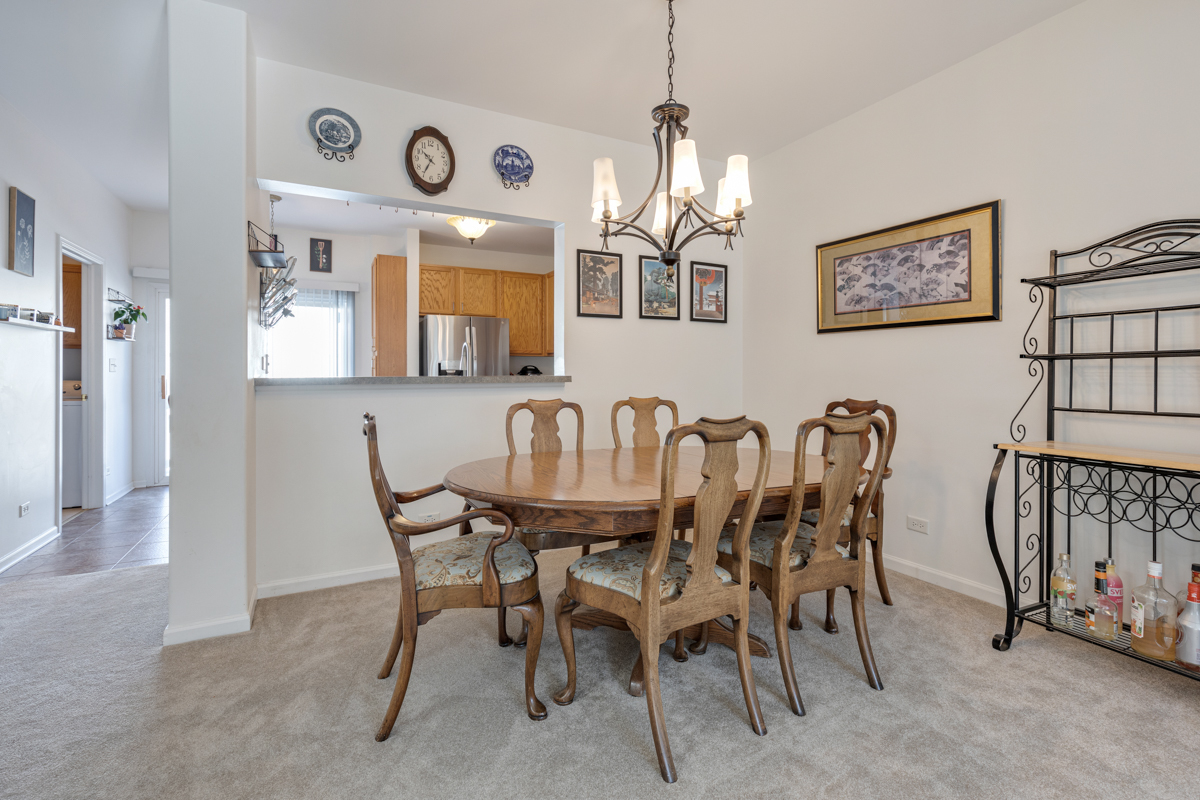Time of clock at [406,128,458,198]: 10:35
